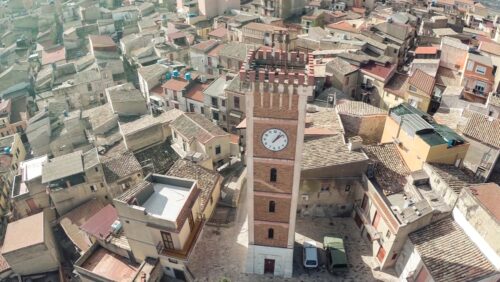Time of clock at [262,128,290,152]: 1:08
